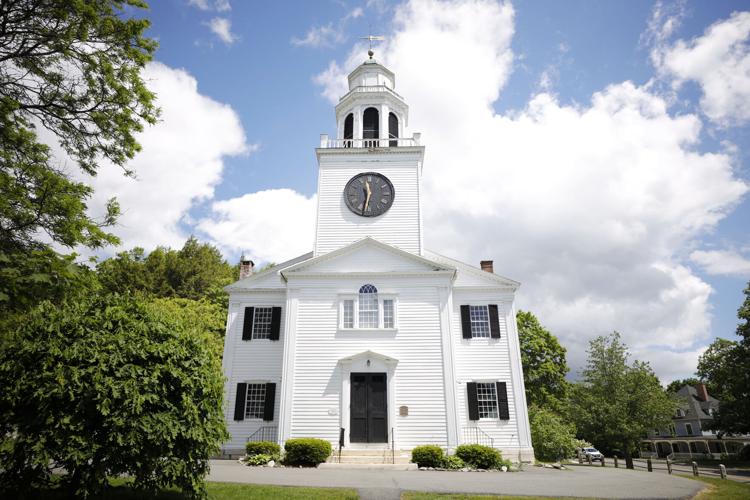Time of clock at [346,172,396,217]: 11:32
